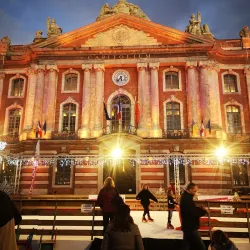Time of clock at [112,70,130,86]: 5:36
